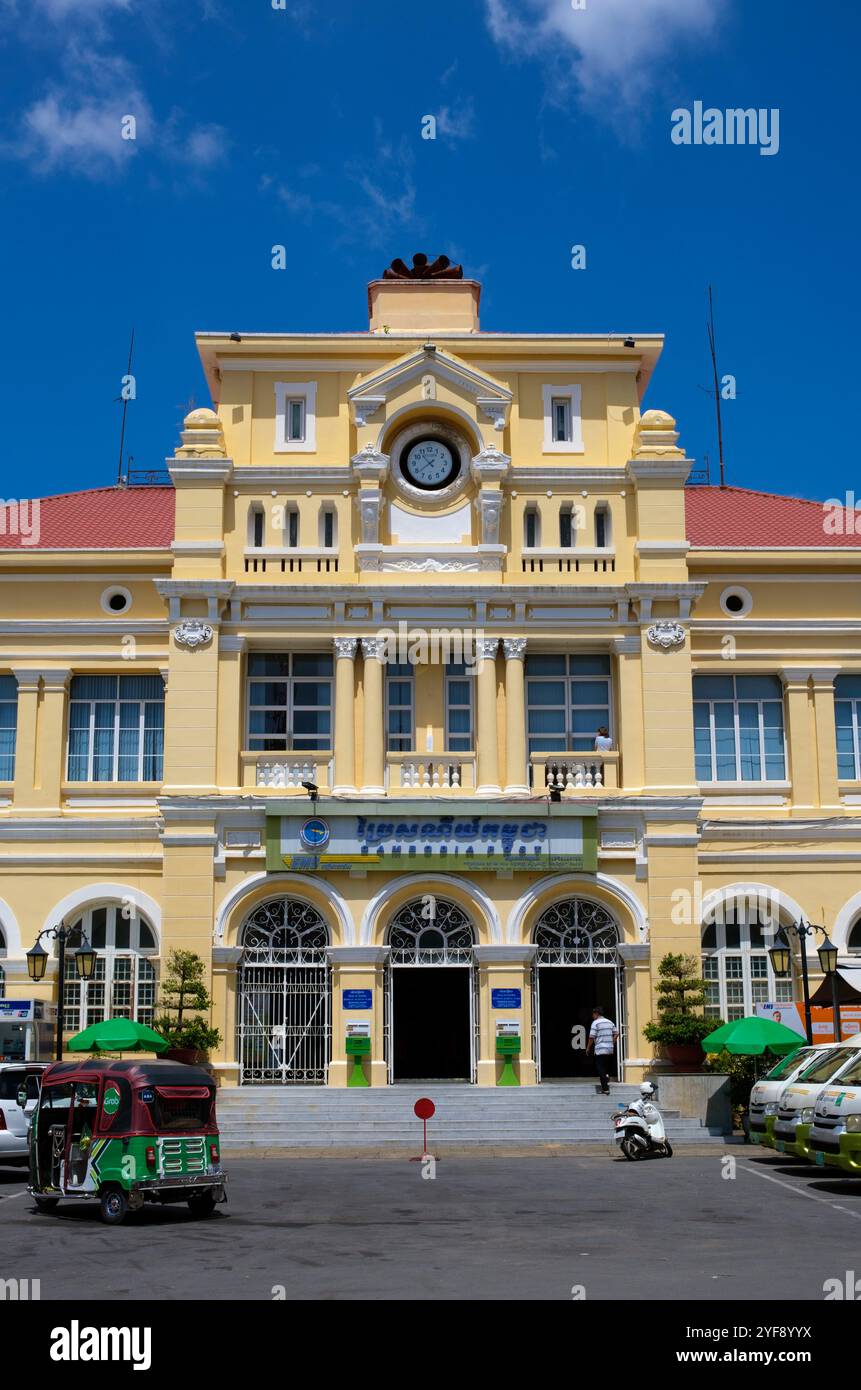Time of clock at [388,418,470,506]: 10:38
